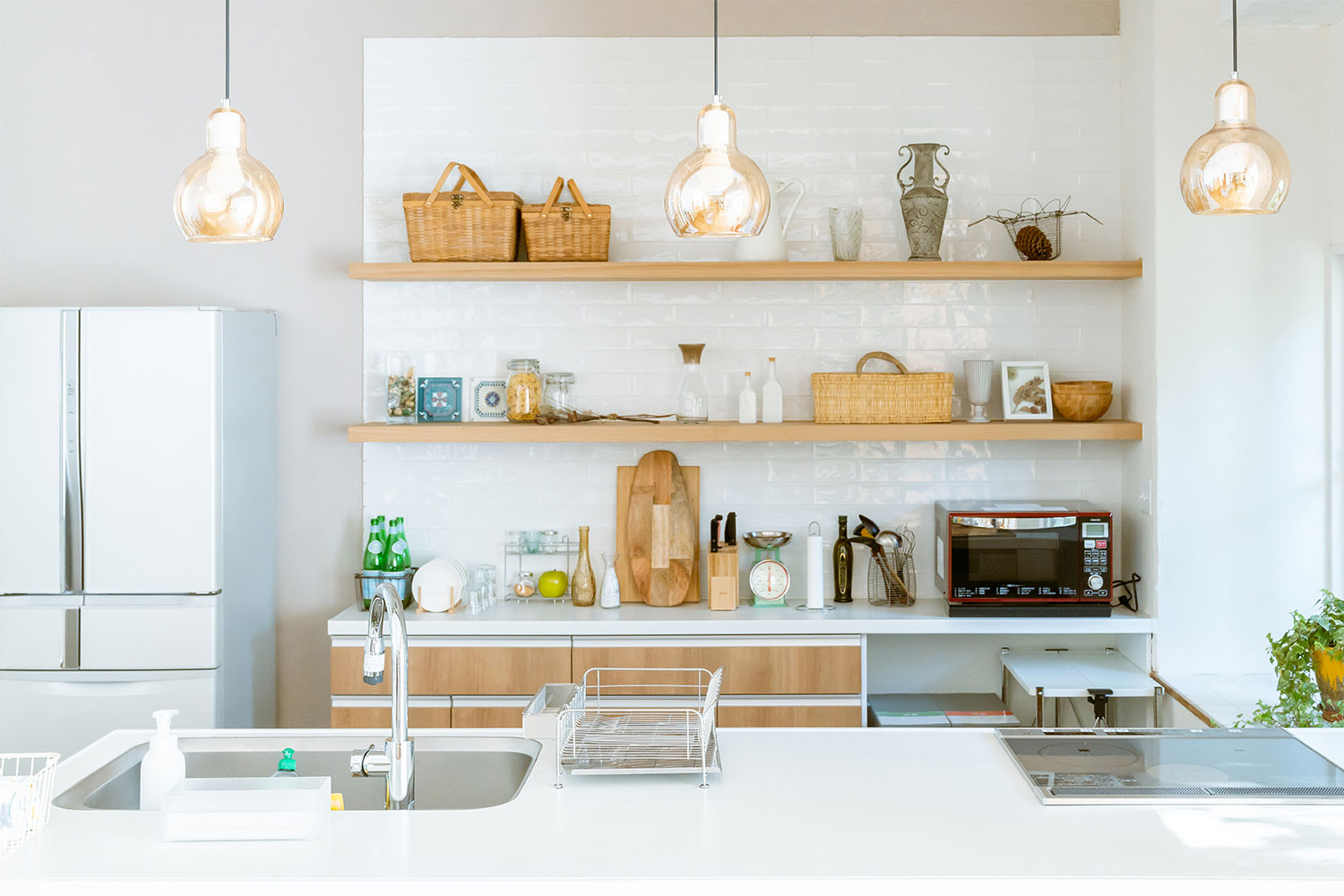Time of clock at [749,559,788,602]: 6:00
